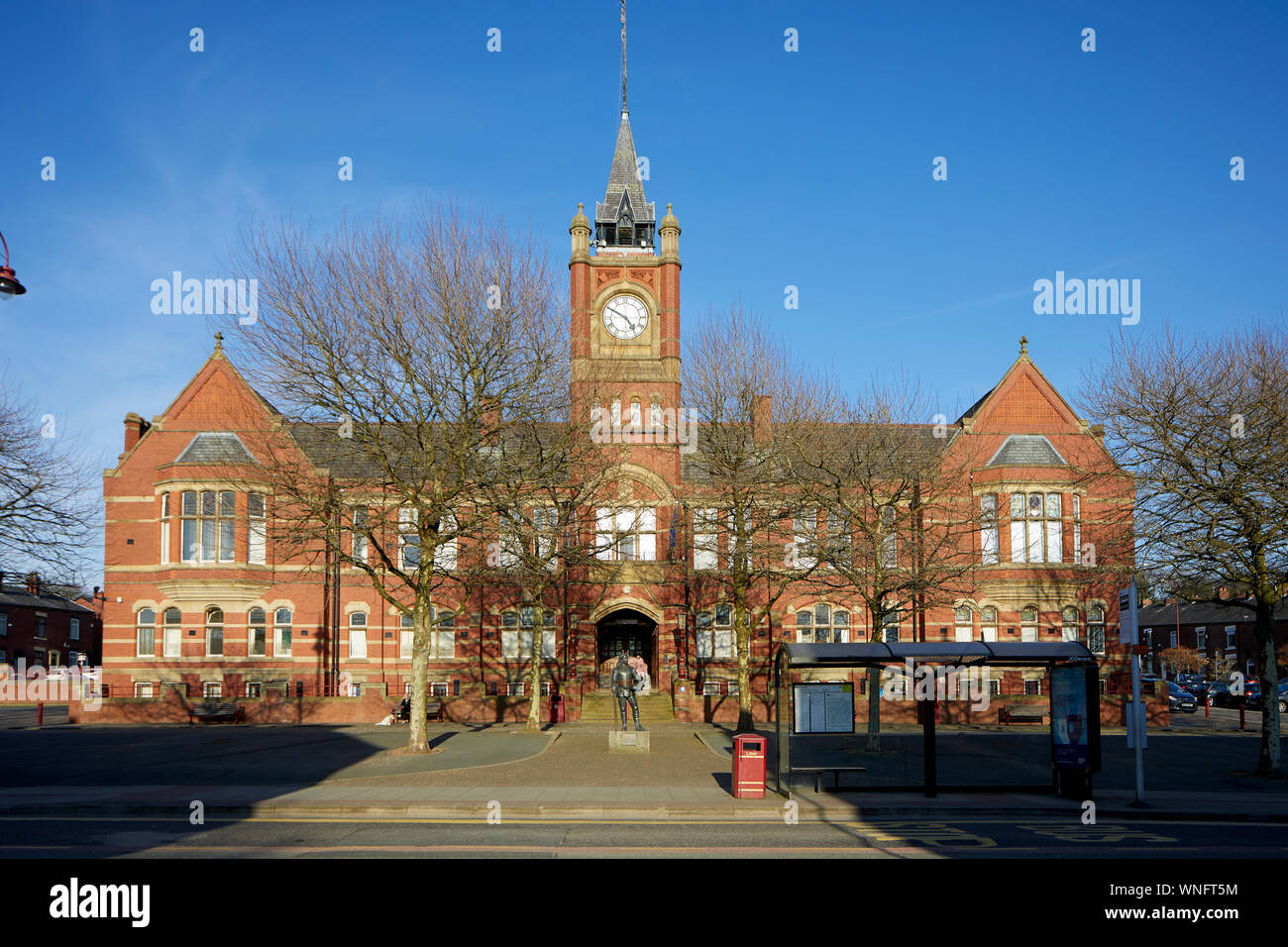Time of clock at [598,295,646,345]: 4:49
